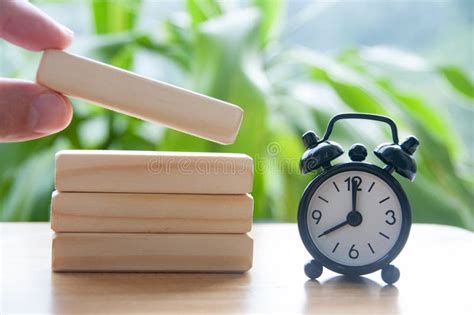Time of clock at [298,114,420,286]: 8:00
